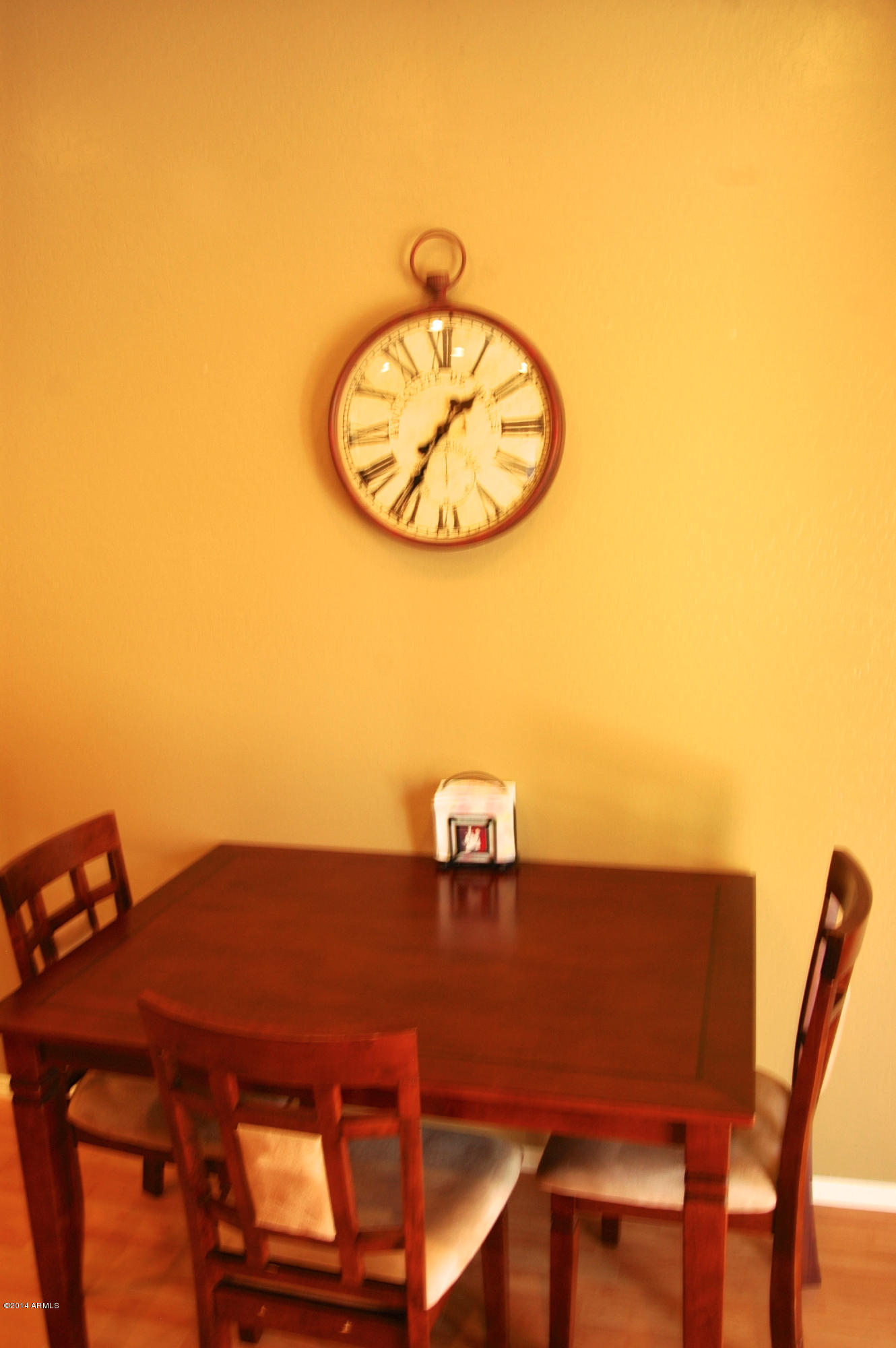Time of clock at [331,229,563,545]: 1:35
